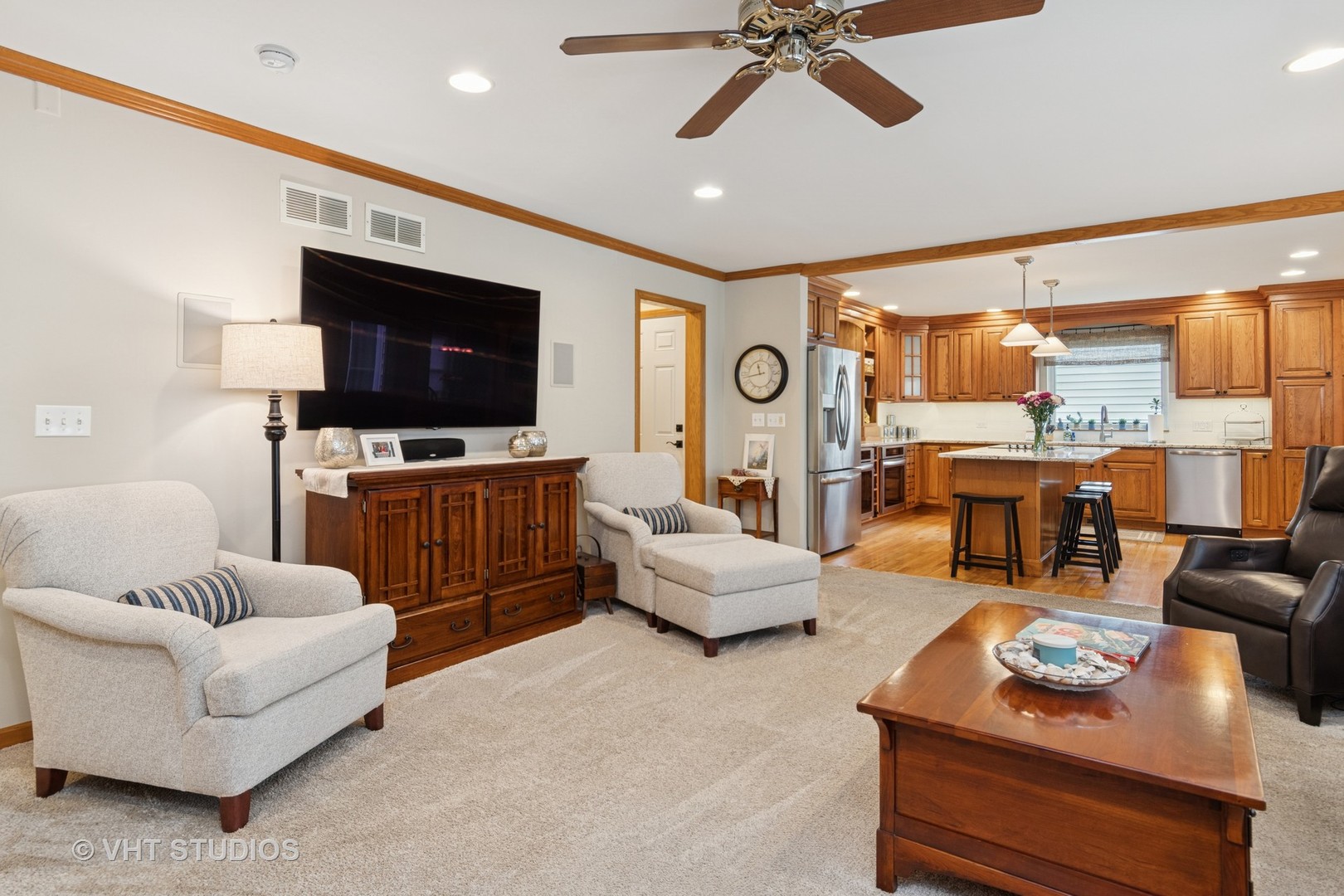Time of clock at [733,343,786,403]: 11:43
